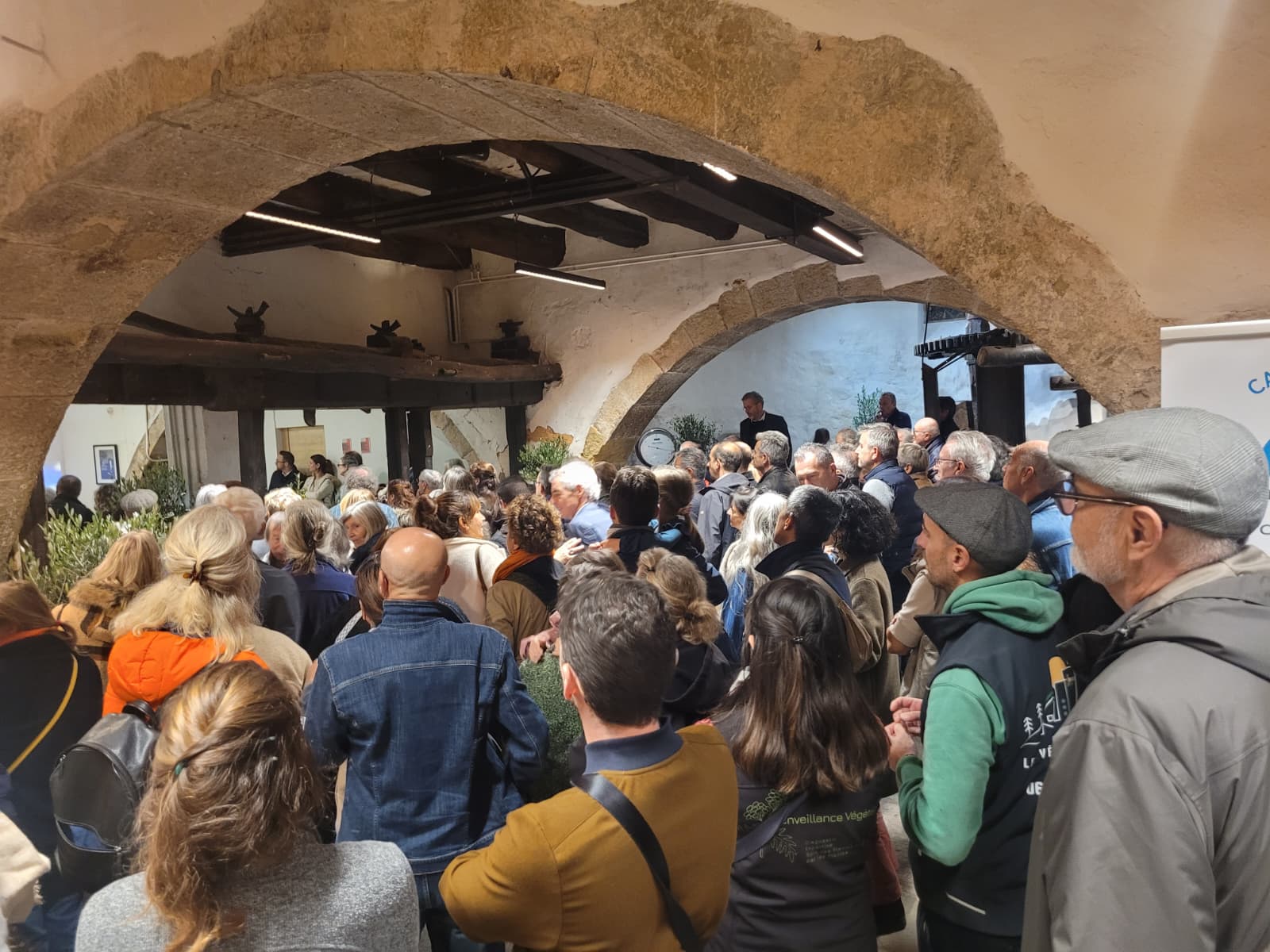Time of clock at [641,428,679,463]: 9:17
